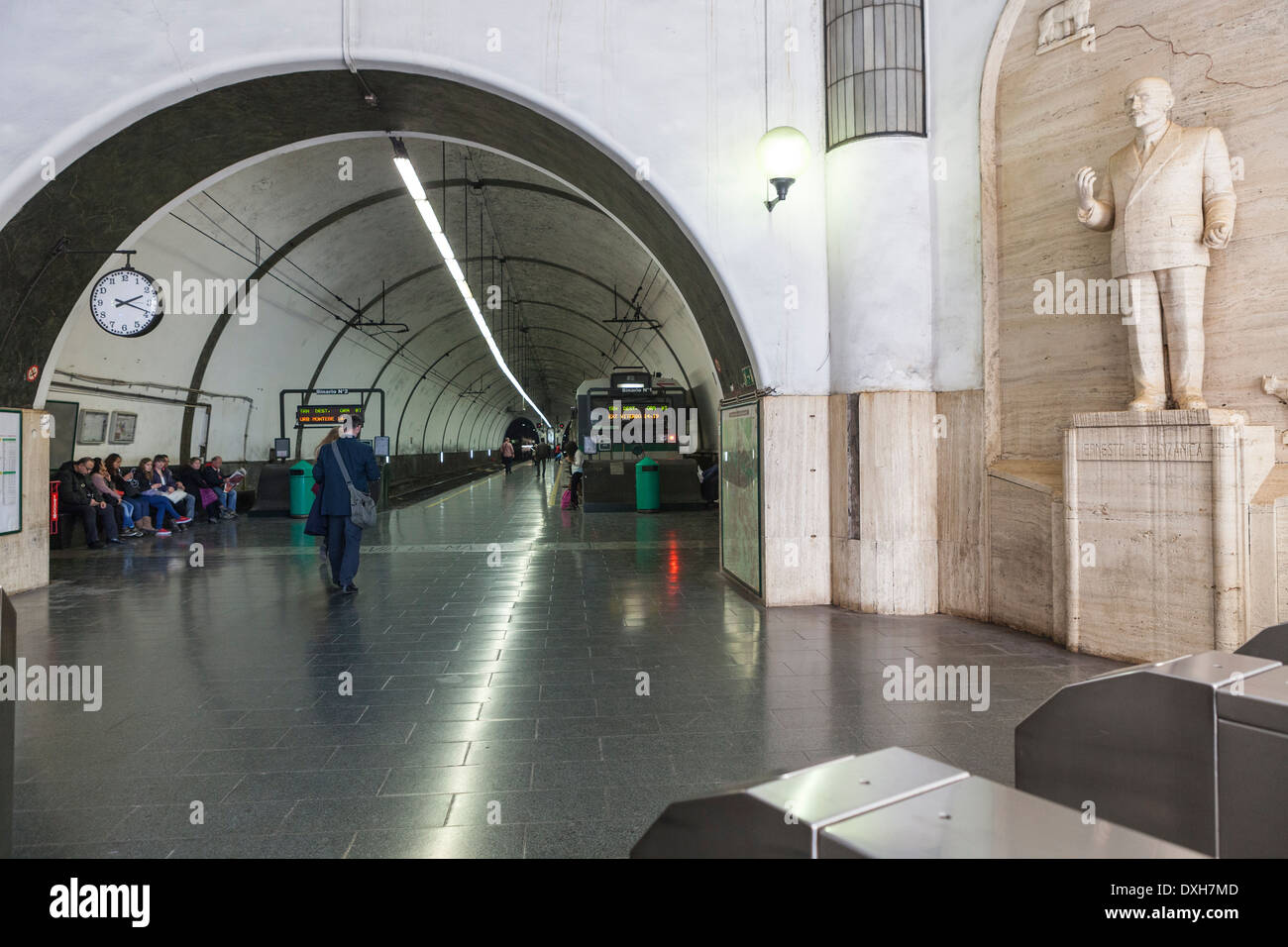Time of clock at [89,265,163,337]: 2:18
